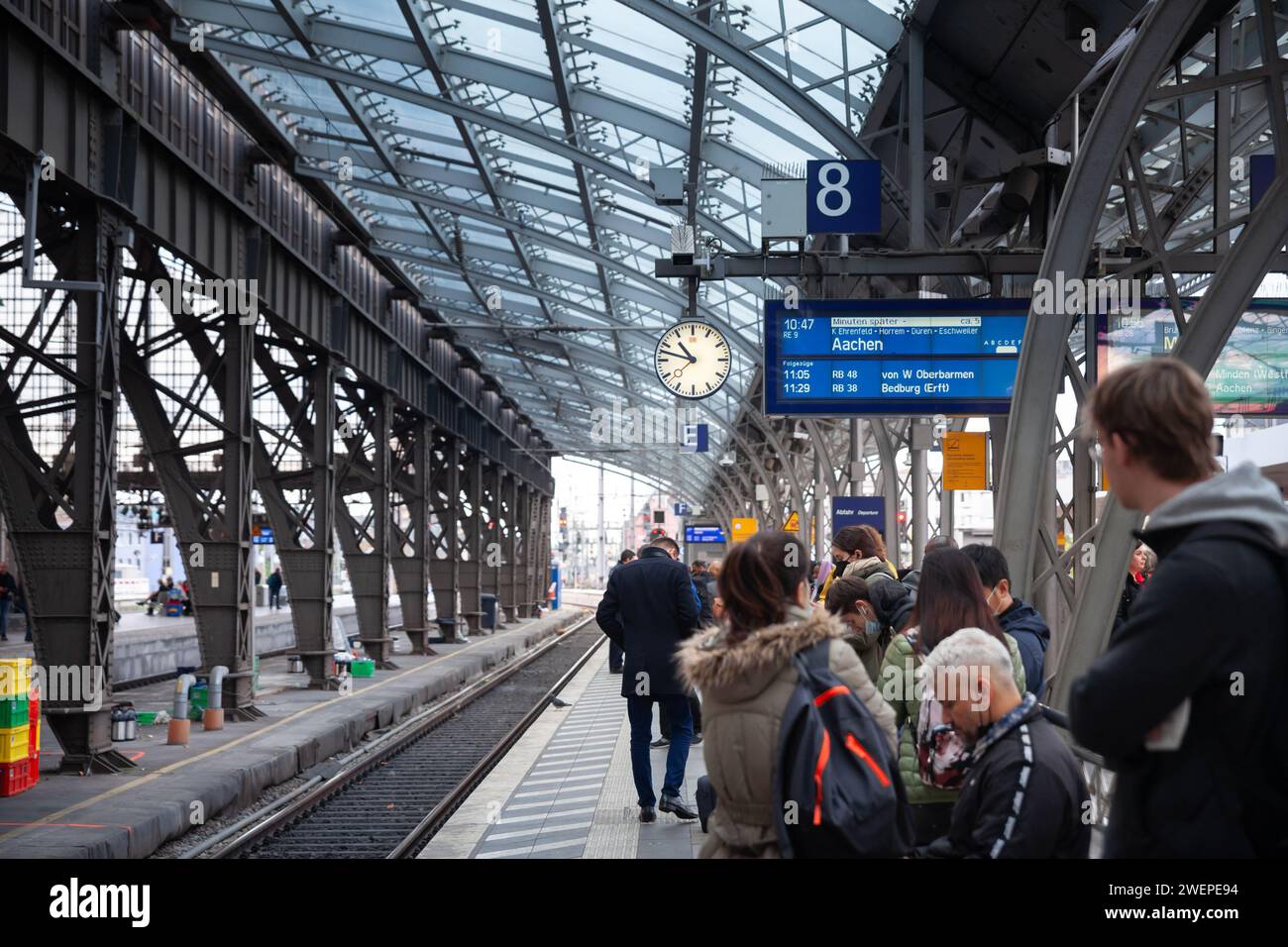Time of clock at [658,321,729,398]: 10:47
